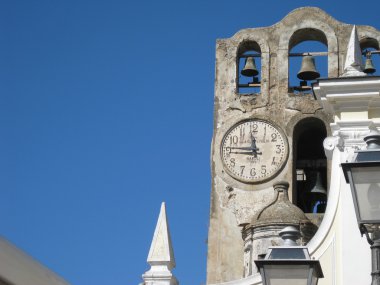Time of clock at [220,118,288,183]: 11:46
